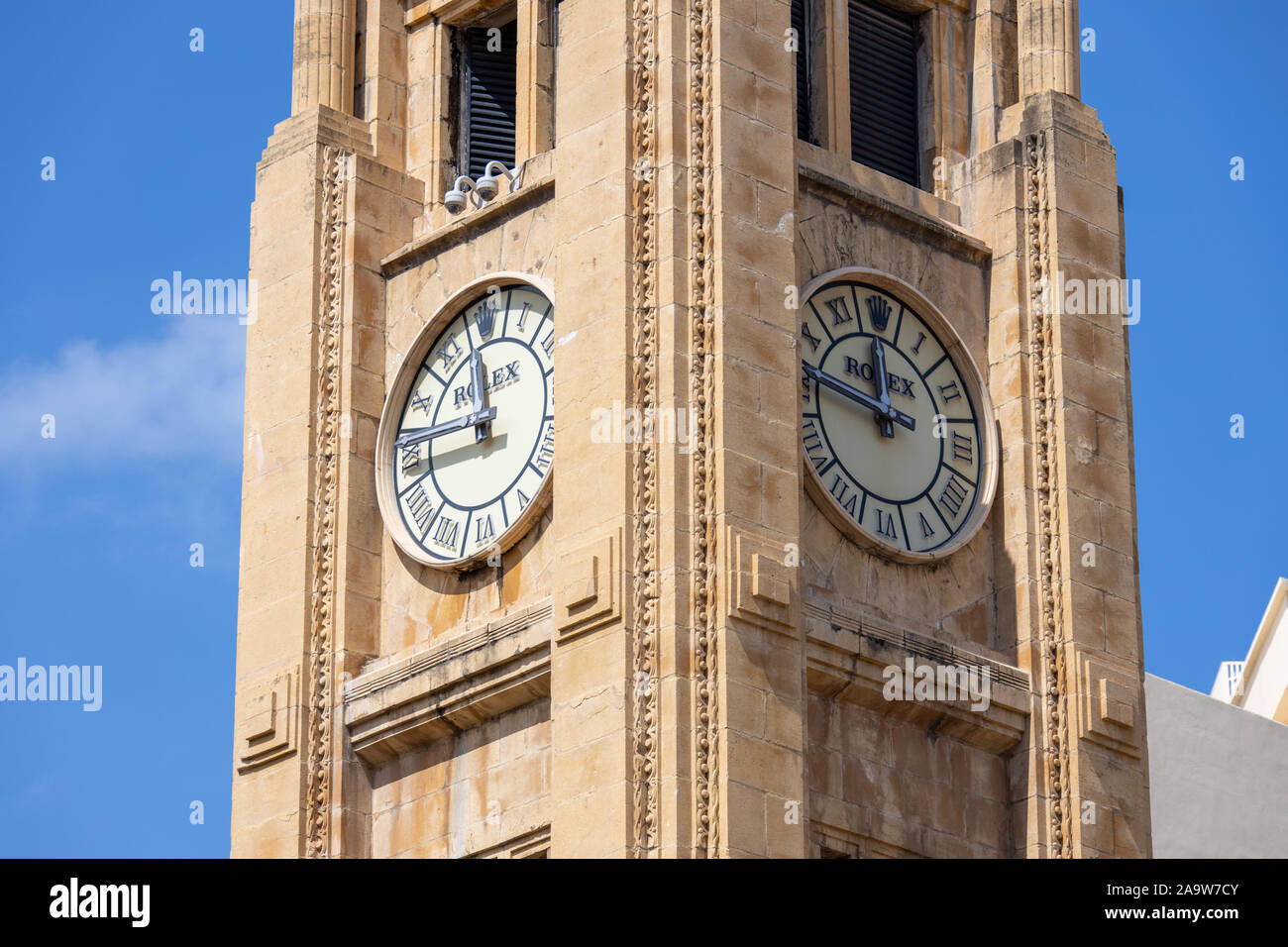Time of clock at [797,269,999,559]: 11:46
